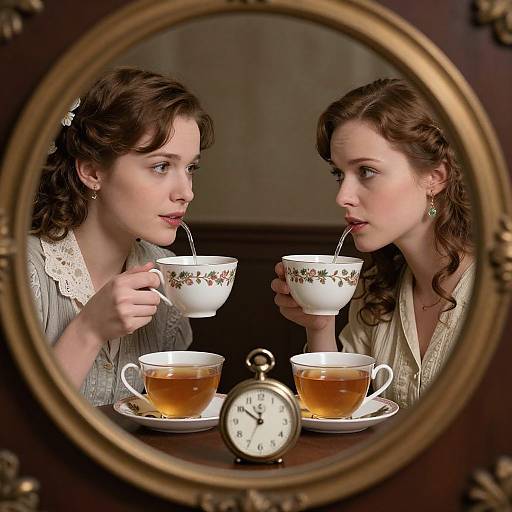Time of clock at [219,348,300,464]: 11:50
